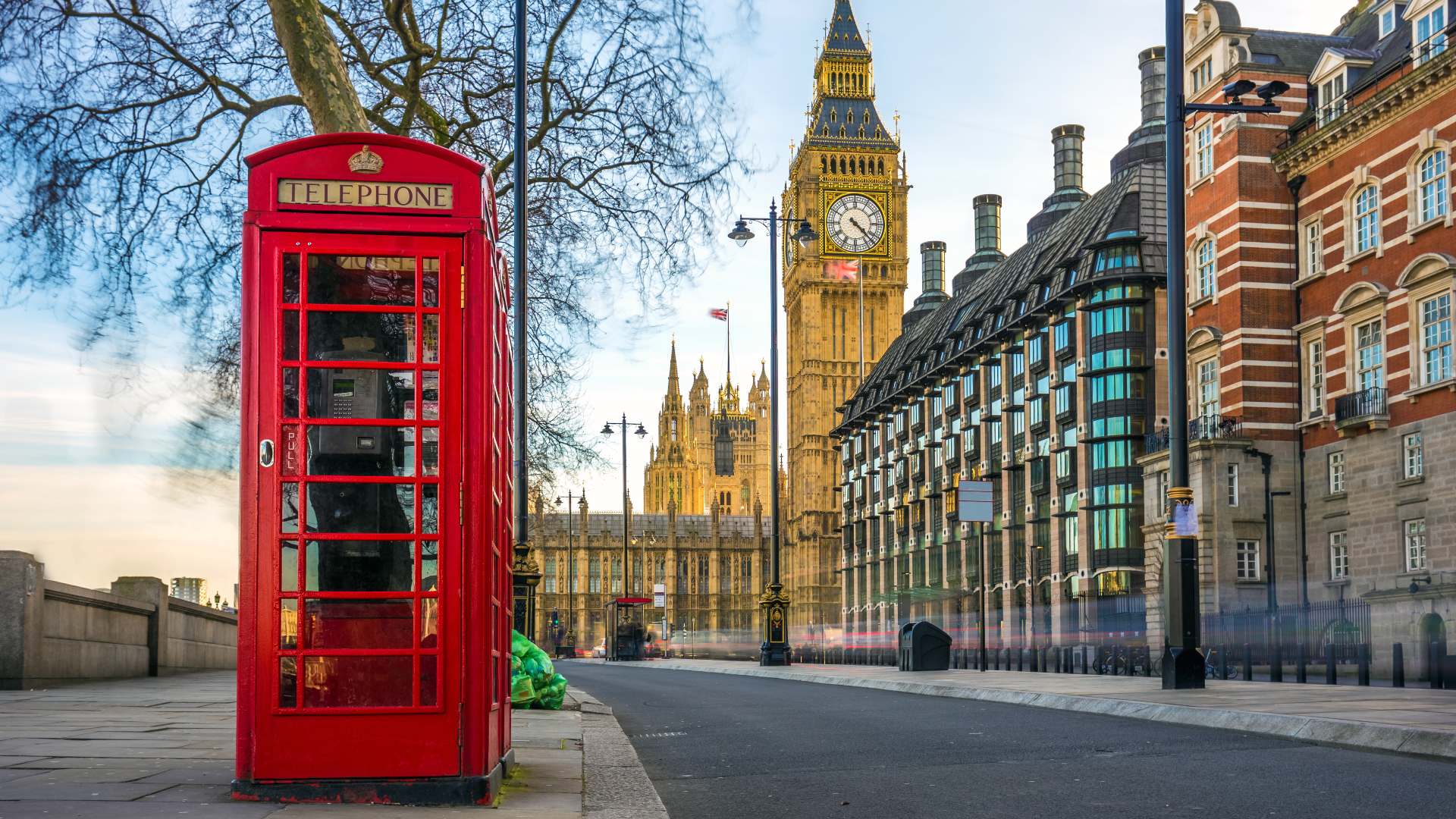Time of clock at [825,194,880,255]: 4:22
